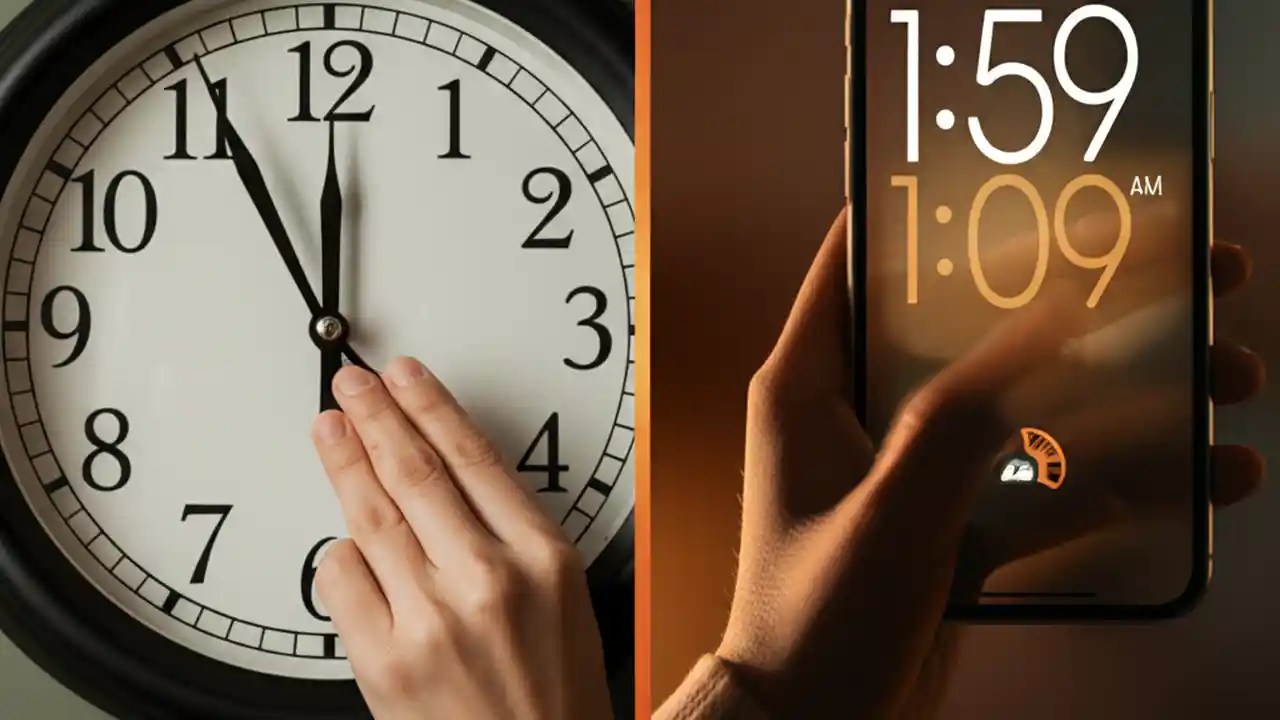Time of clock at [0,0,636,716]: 11:55
